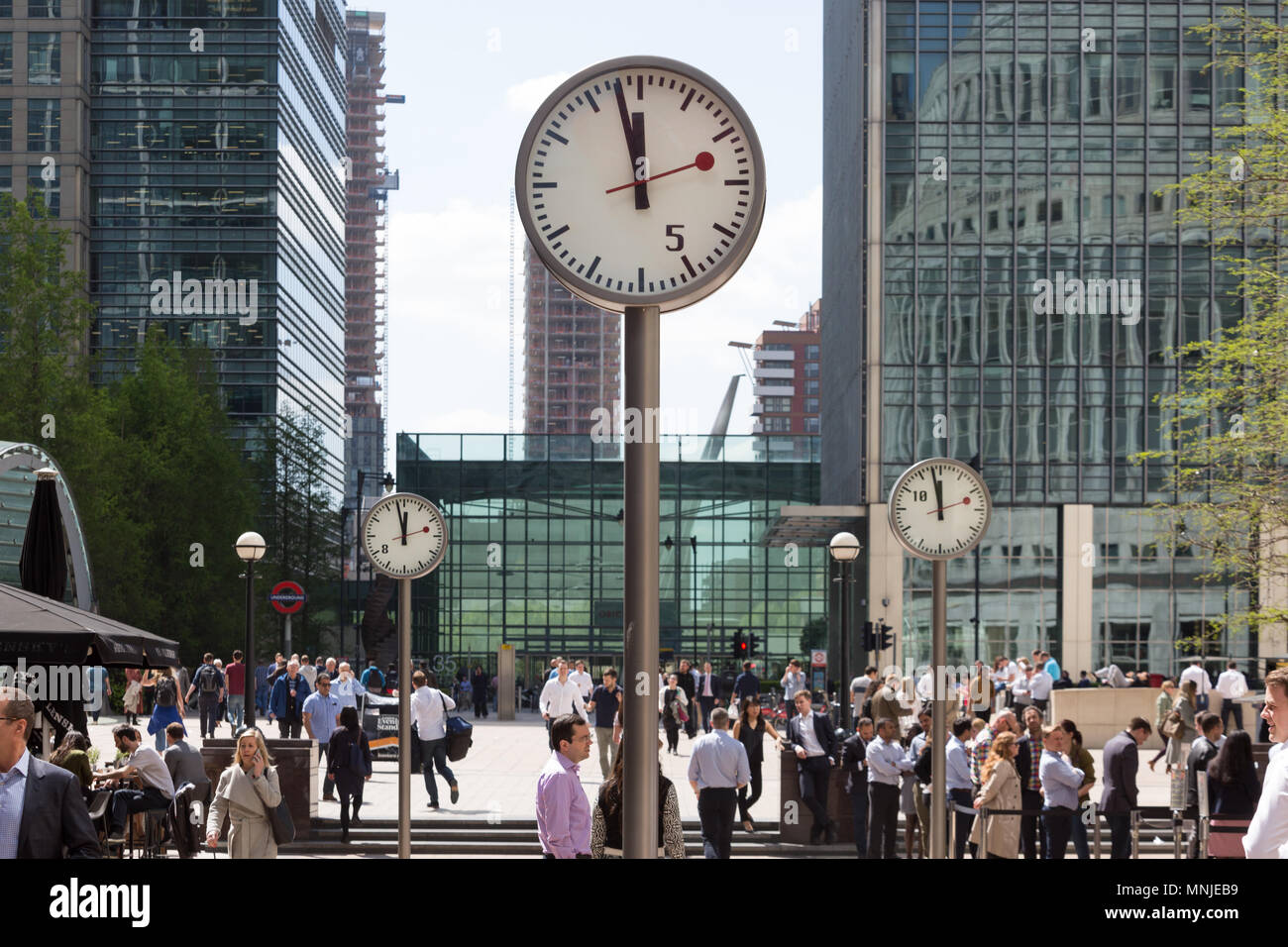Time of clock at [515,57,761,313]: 11:57
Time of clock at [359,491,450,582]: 11:57
